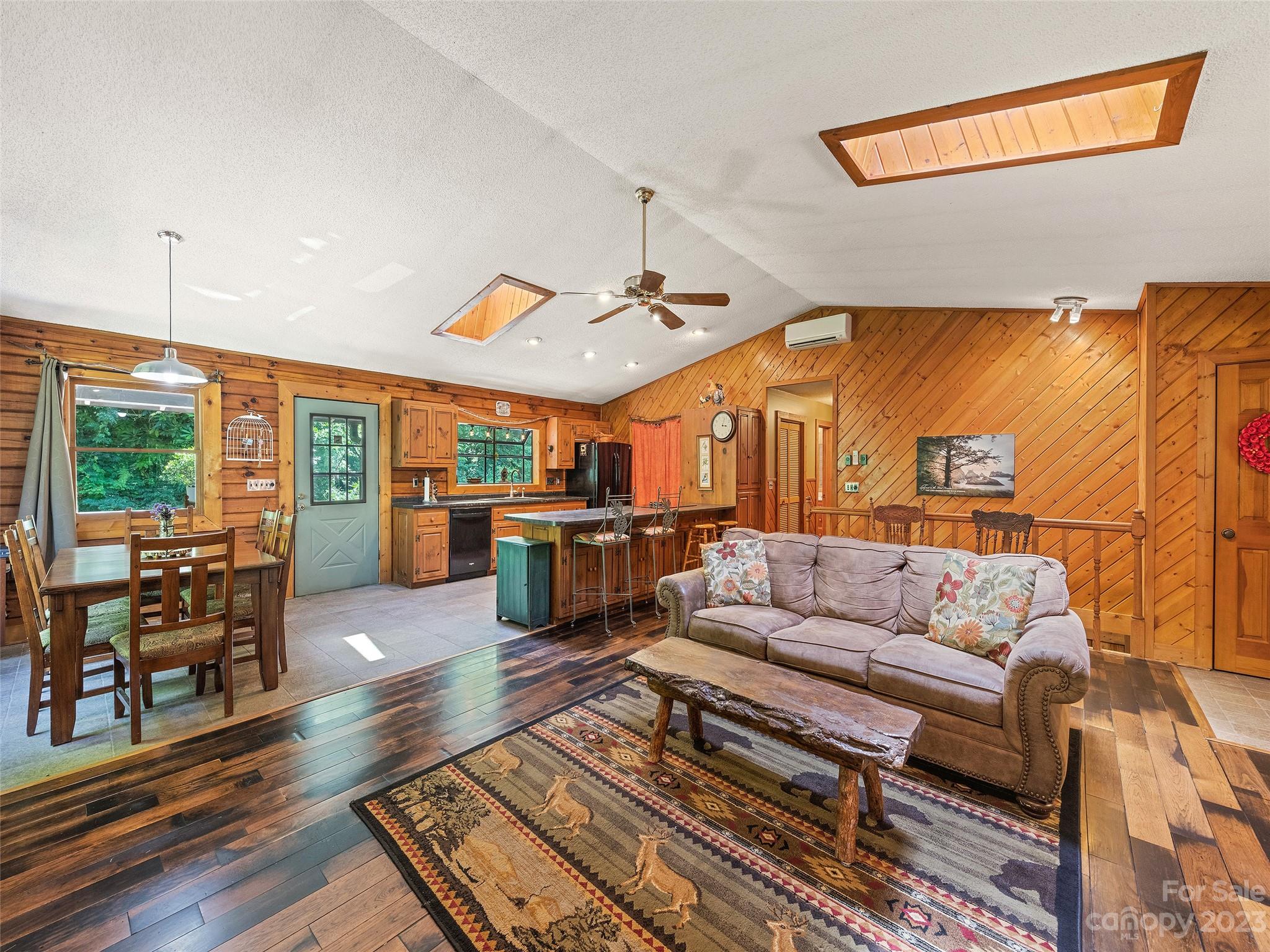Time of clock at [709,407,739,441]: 3:02
